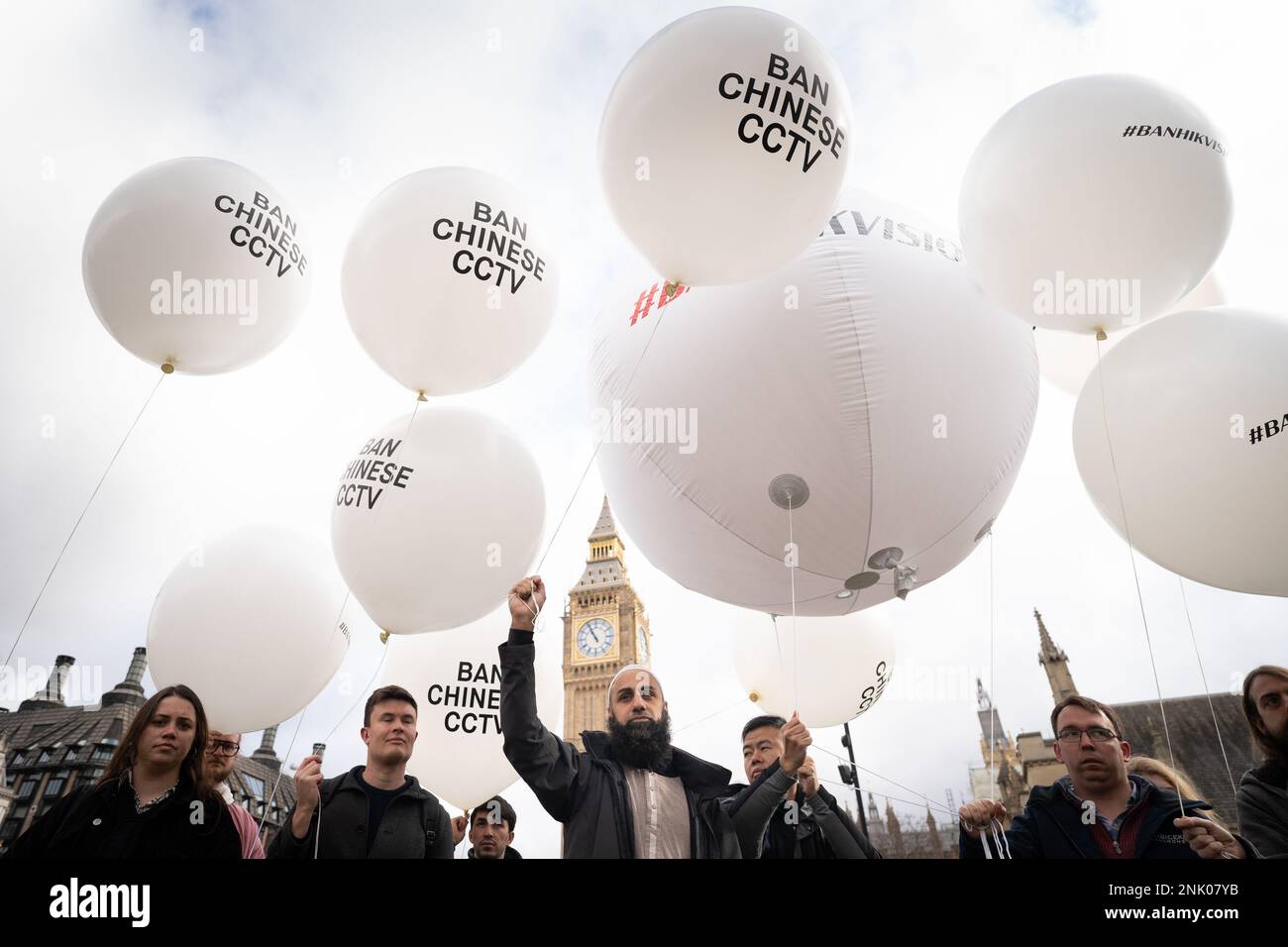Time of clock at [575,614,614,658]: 10:55
